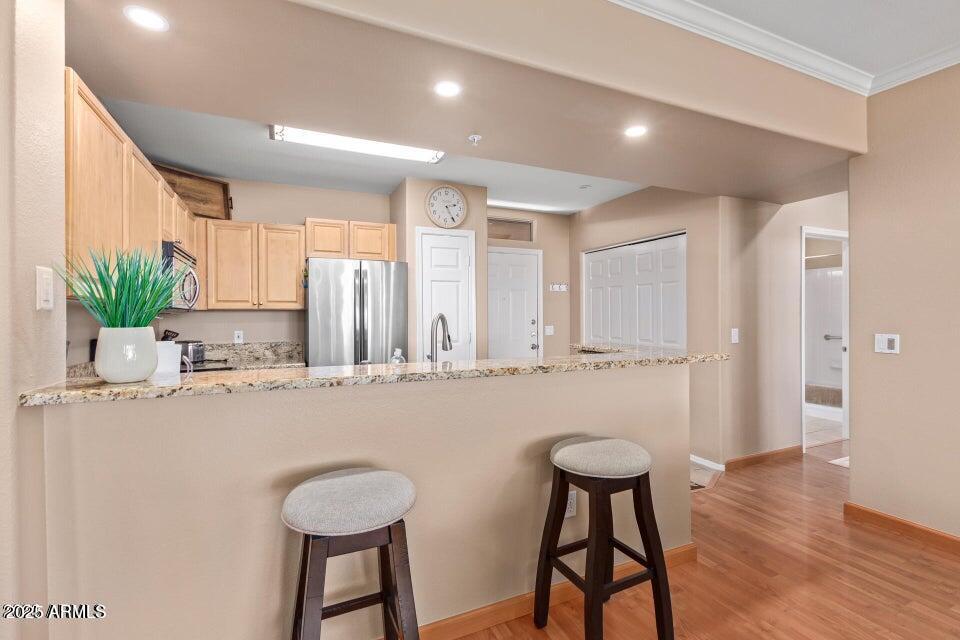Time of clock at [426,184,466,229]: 2:24
